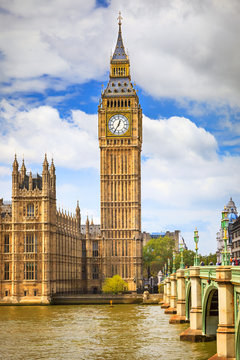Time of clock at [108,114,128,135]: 12:35
